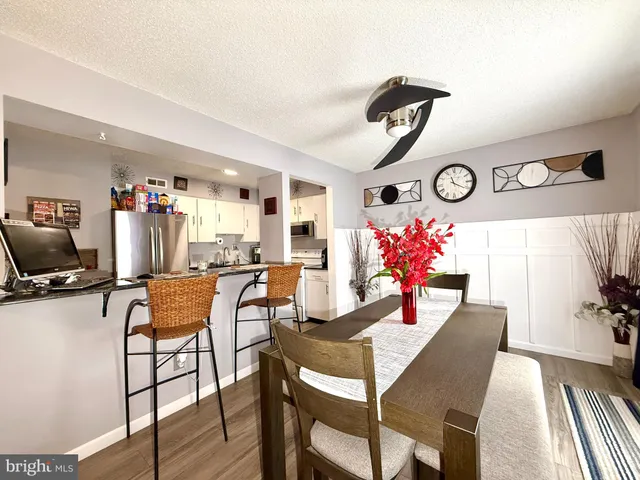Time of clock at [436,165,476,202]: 11:20
